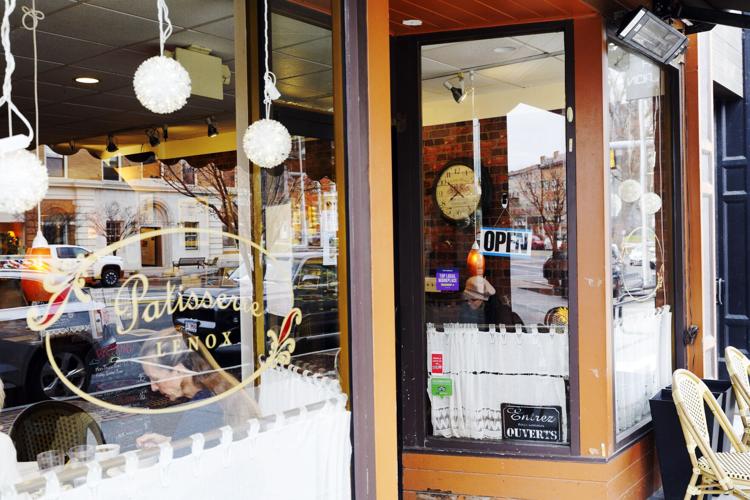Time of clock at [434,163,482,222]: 7:51
